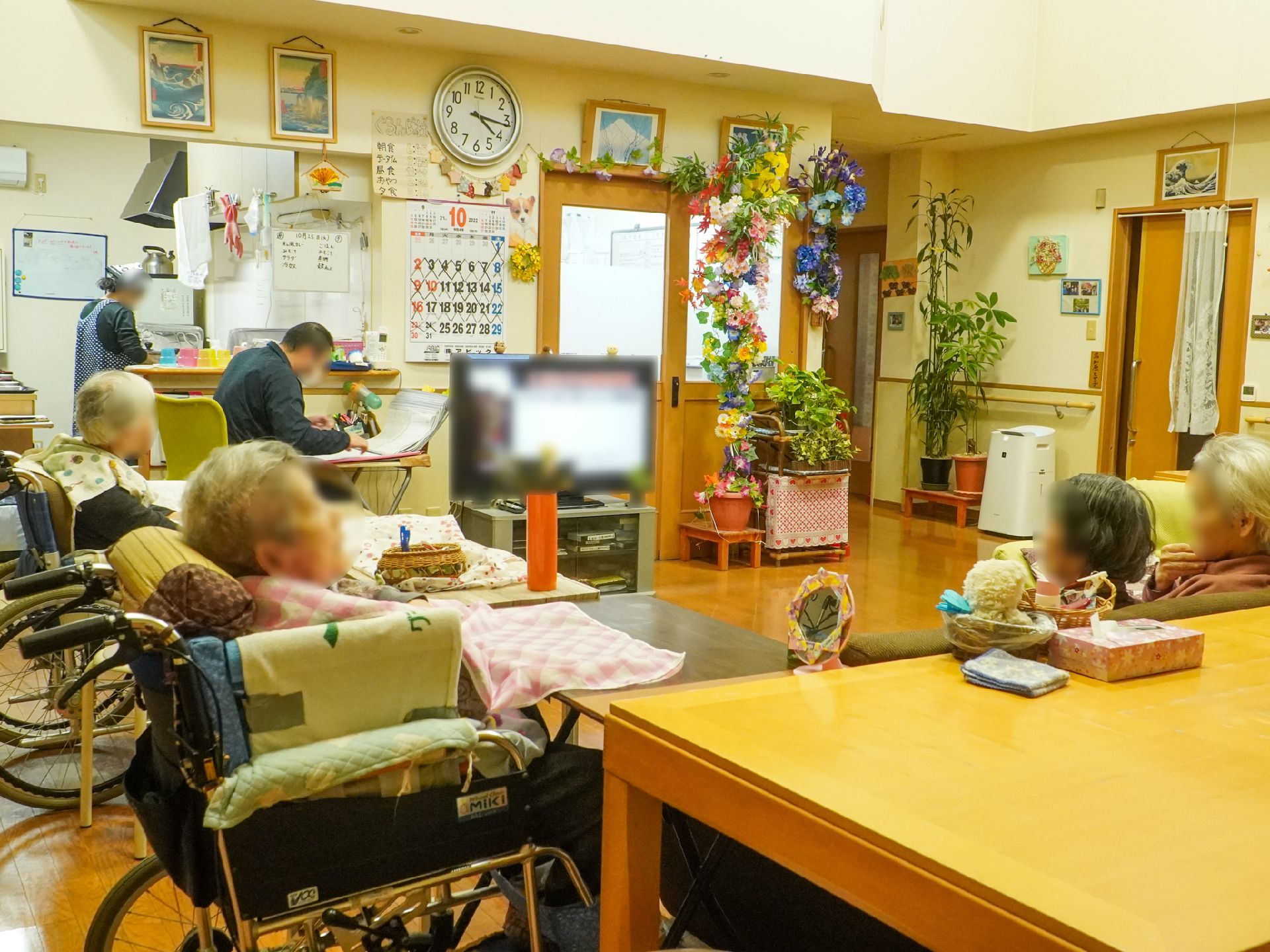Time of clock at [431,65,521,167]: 4:16
